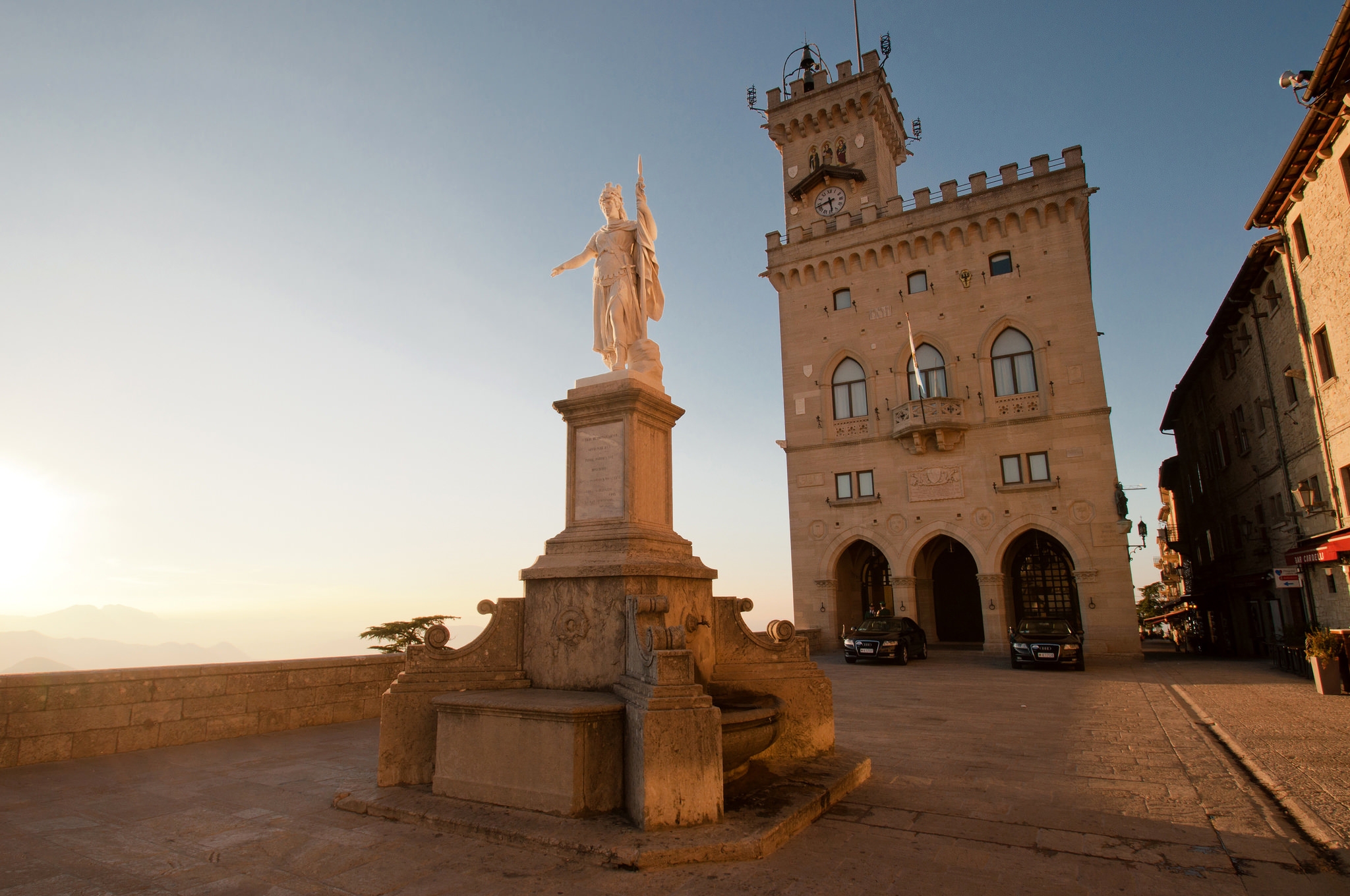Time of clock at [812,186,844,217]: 5:42
